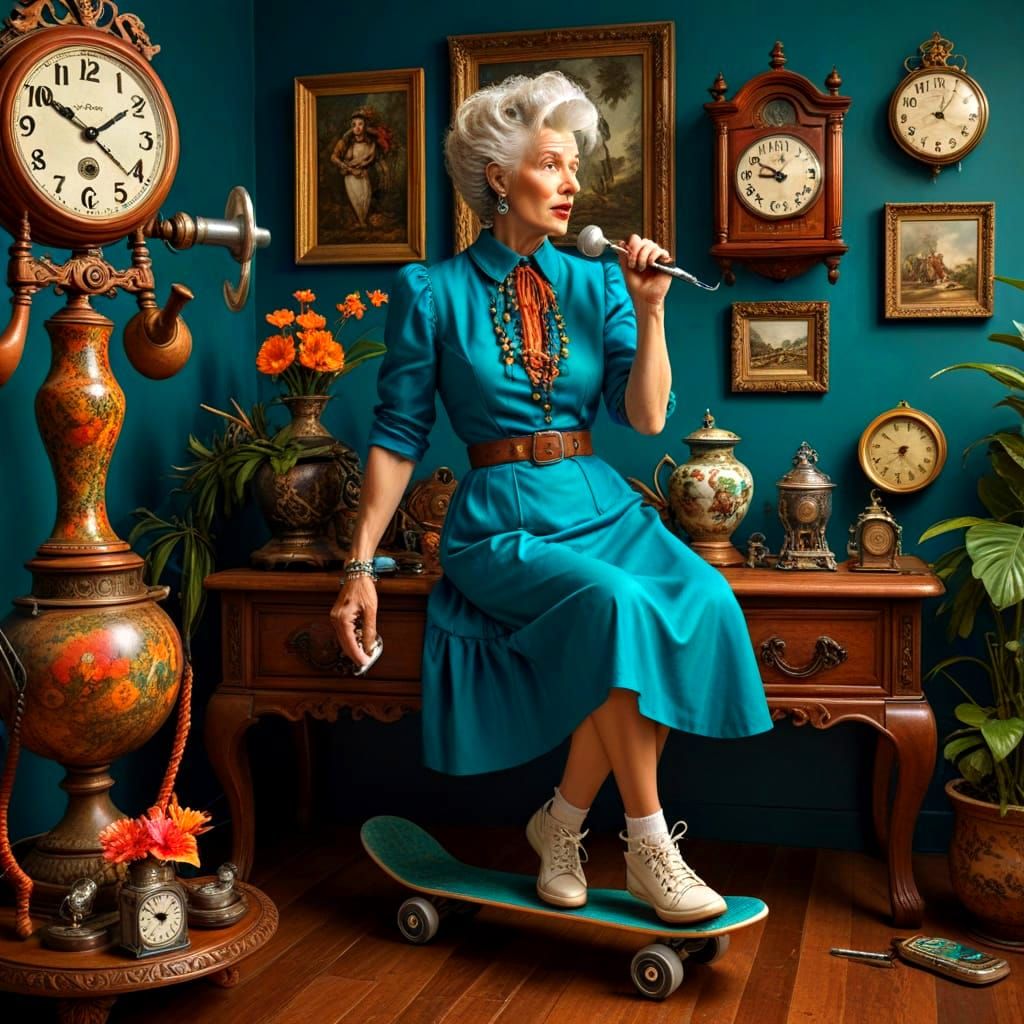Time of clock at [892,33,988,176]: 1:02
